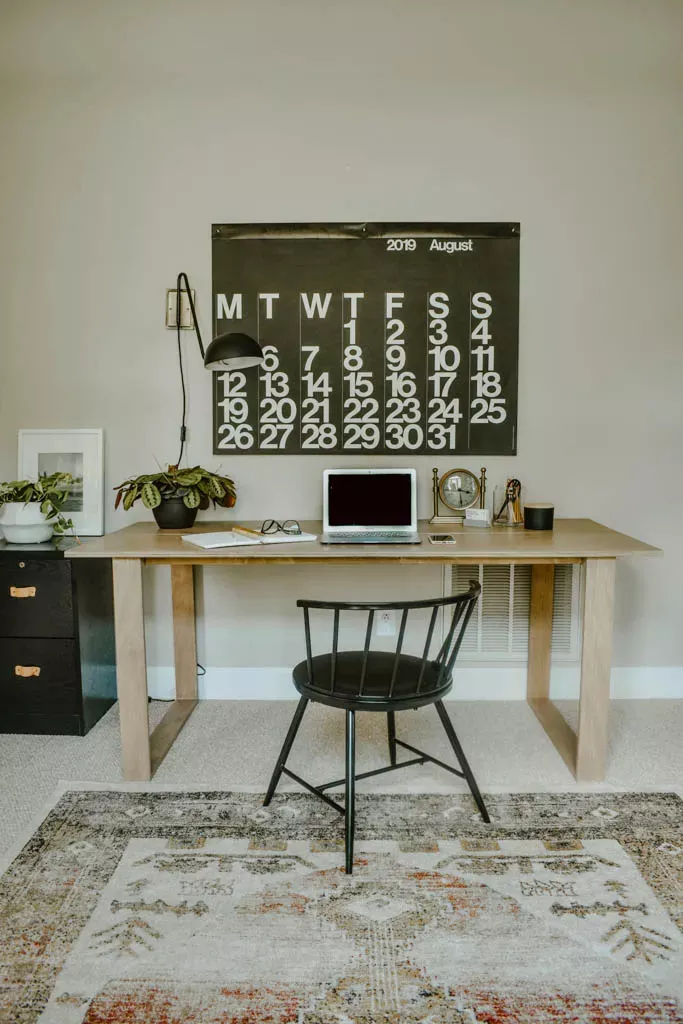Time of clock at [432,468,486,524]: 3:29
